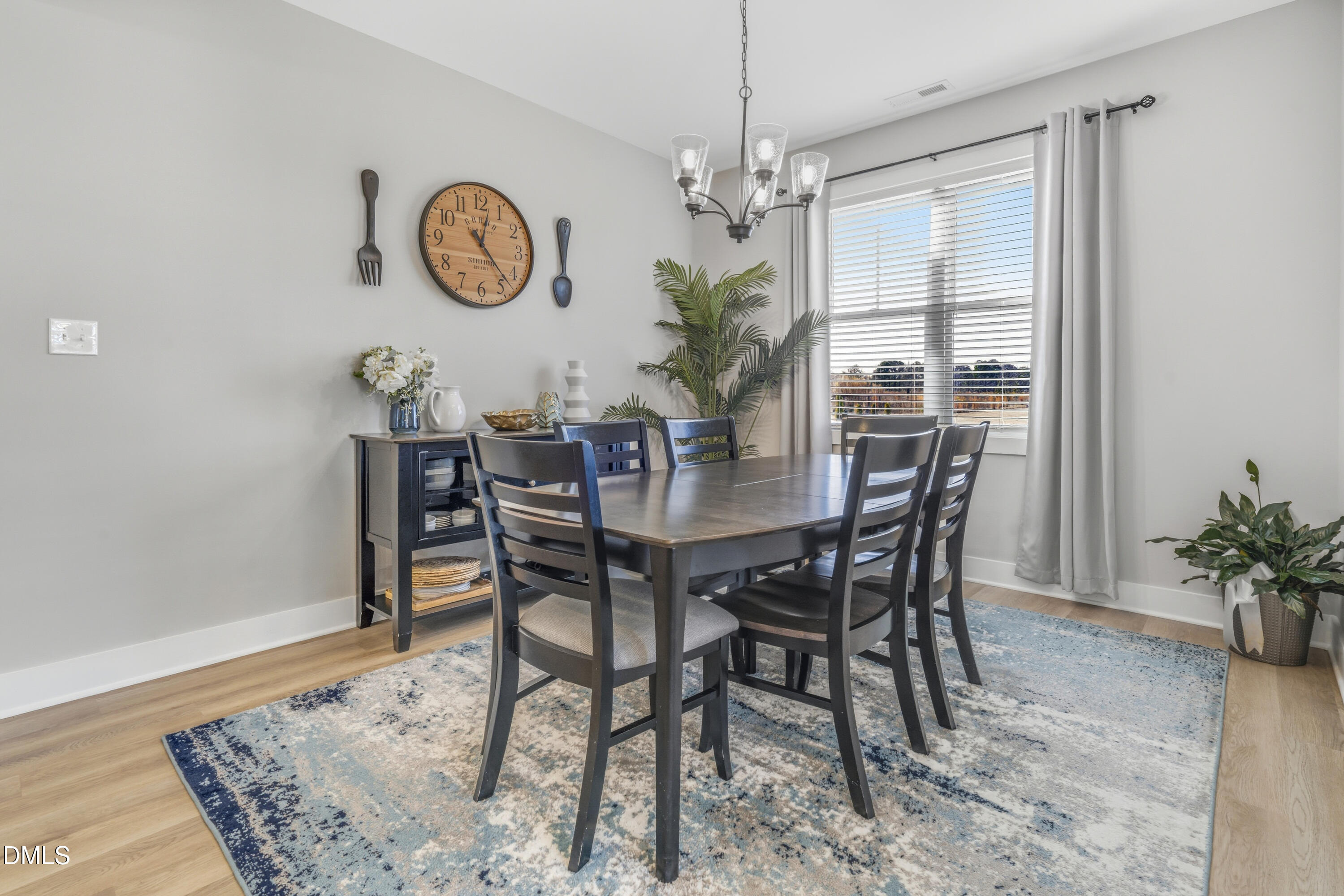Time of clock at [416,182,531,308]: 12:22
